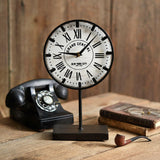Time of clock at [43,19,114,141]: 9:07
